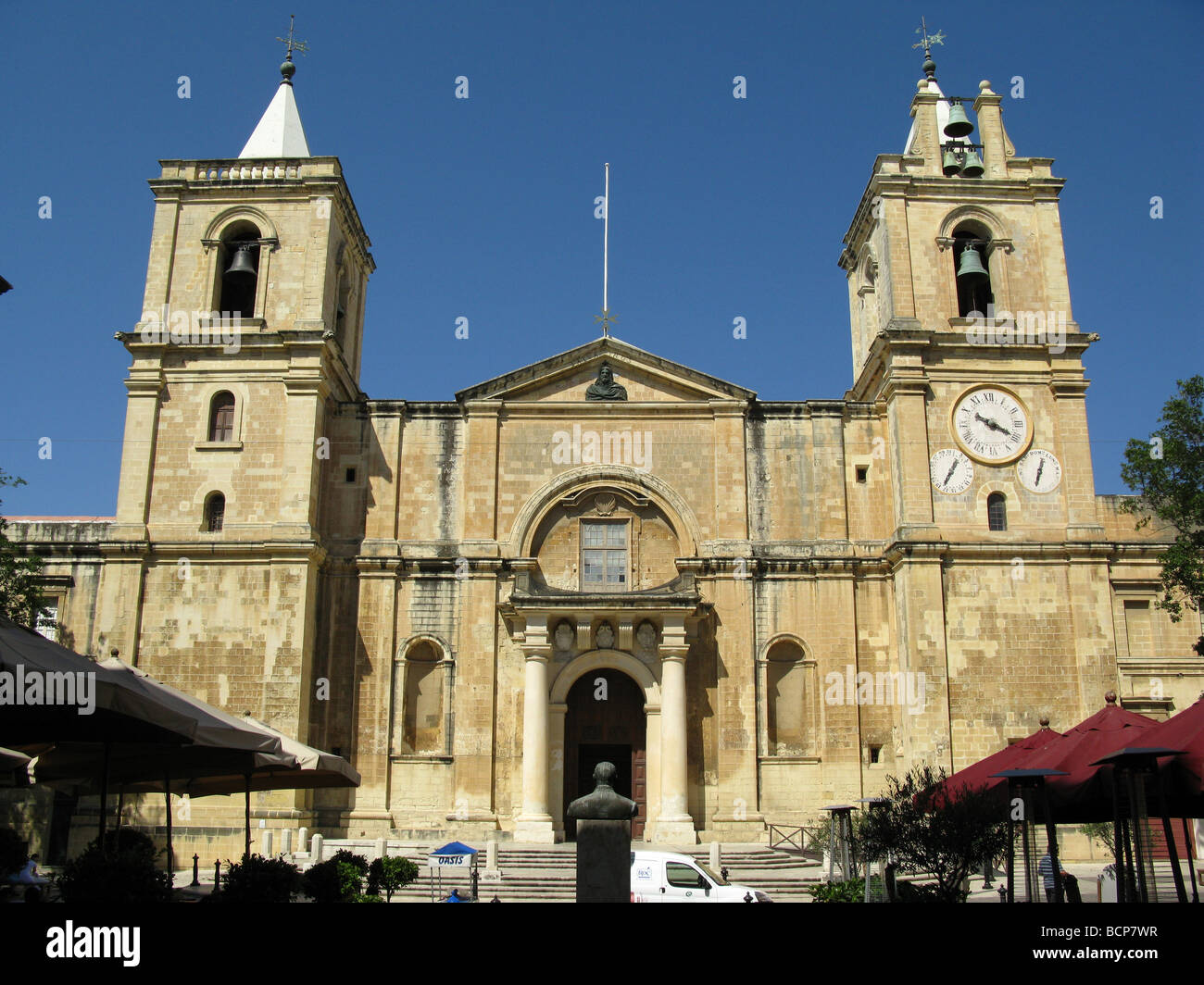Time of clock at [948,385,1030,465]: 10:19
